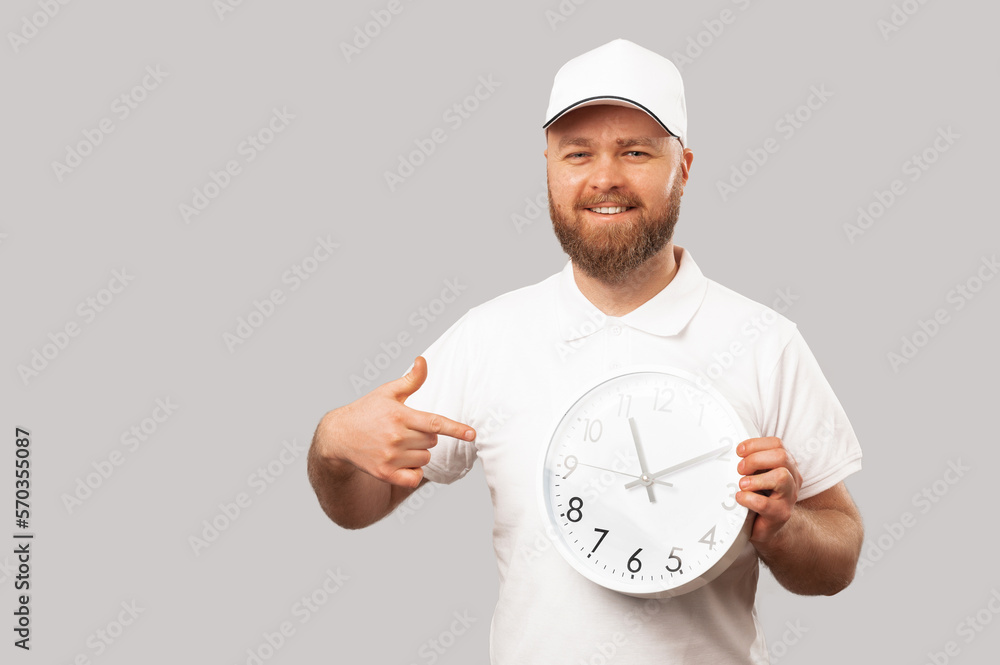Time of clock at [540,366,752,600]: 11:10
